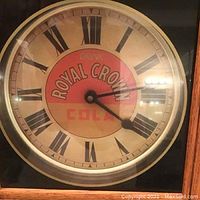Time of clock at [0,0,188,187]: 4:13
